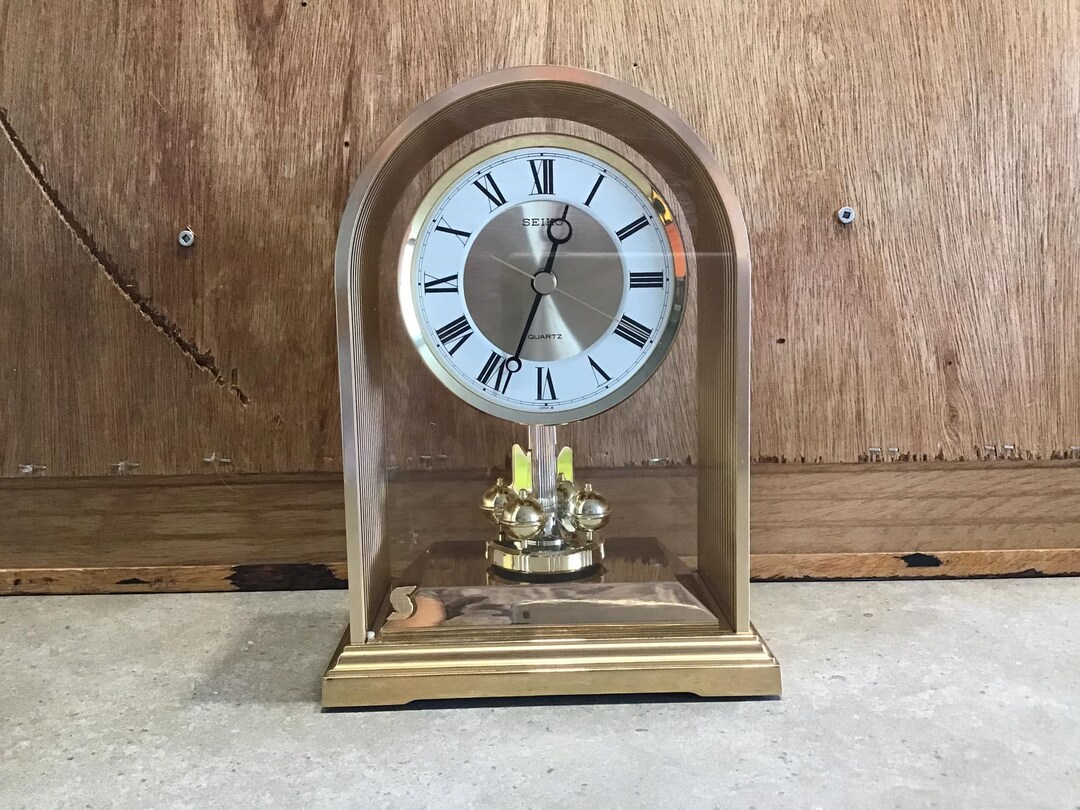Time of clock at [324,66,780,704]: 12:33
